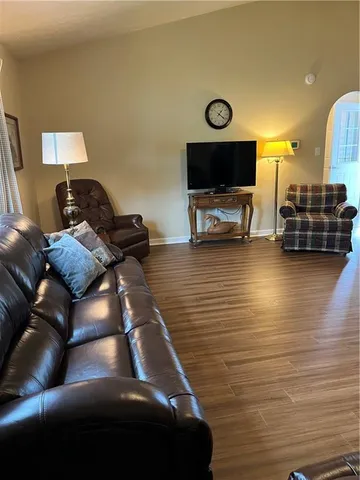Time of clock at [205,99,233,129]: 1:21
